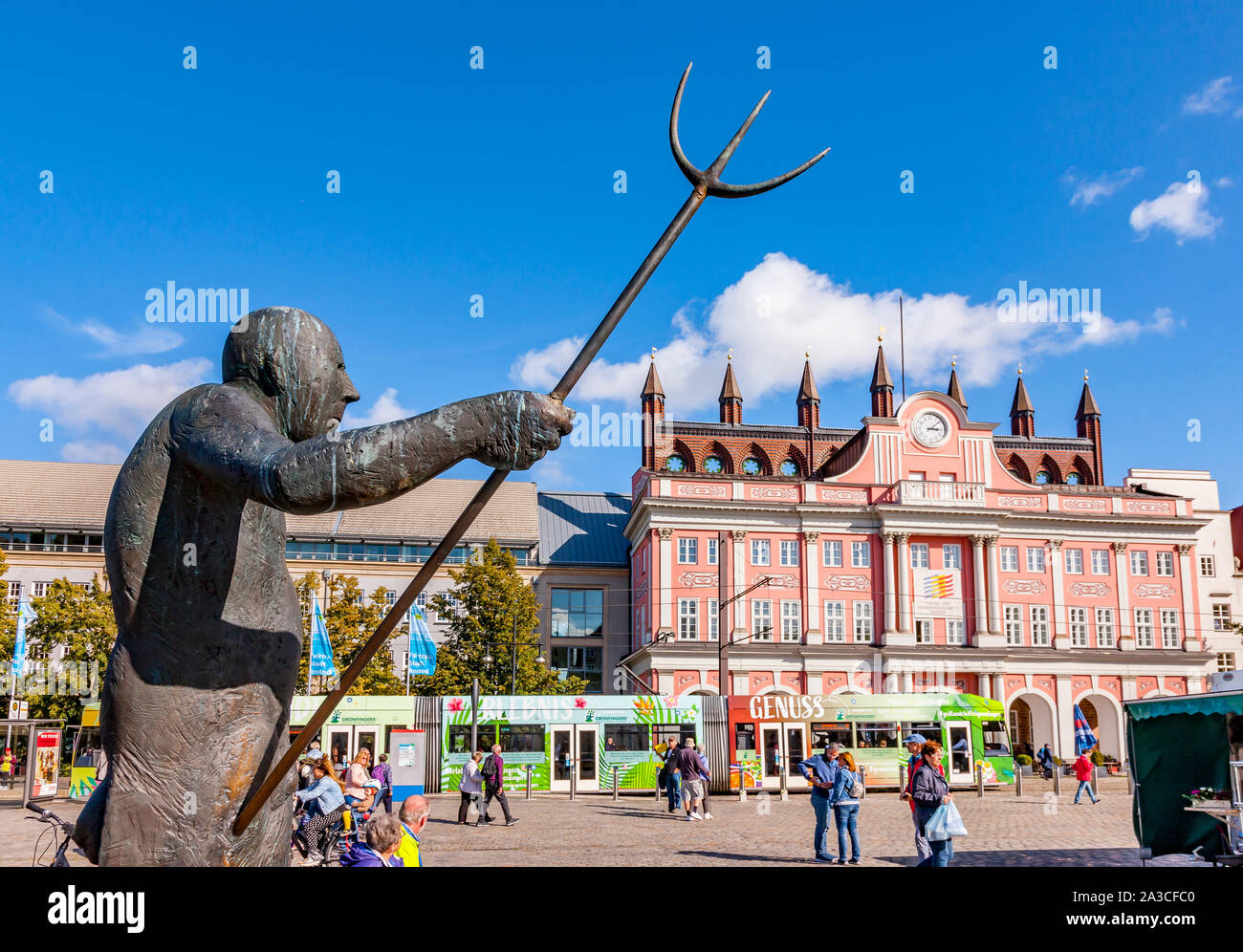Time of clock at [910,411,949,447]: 3:08
